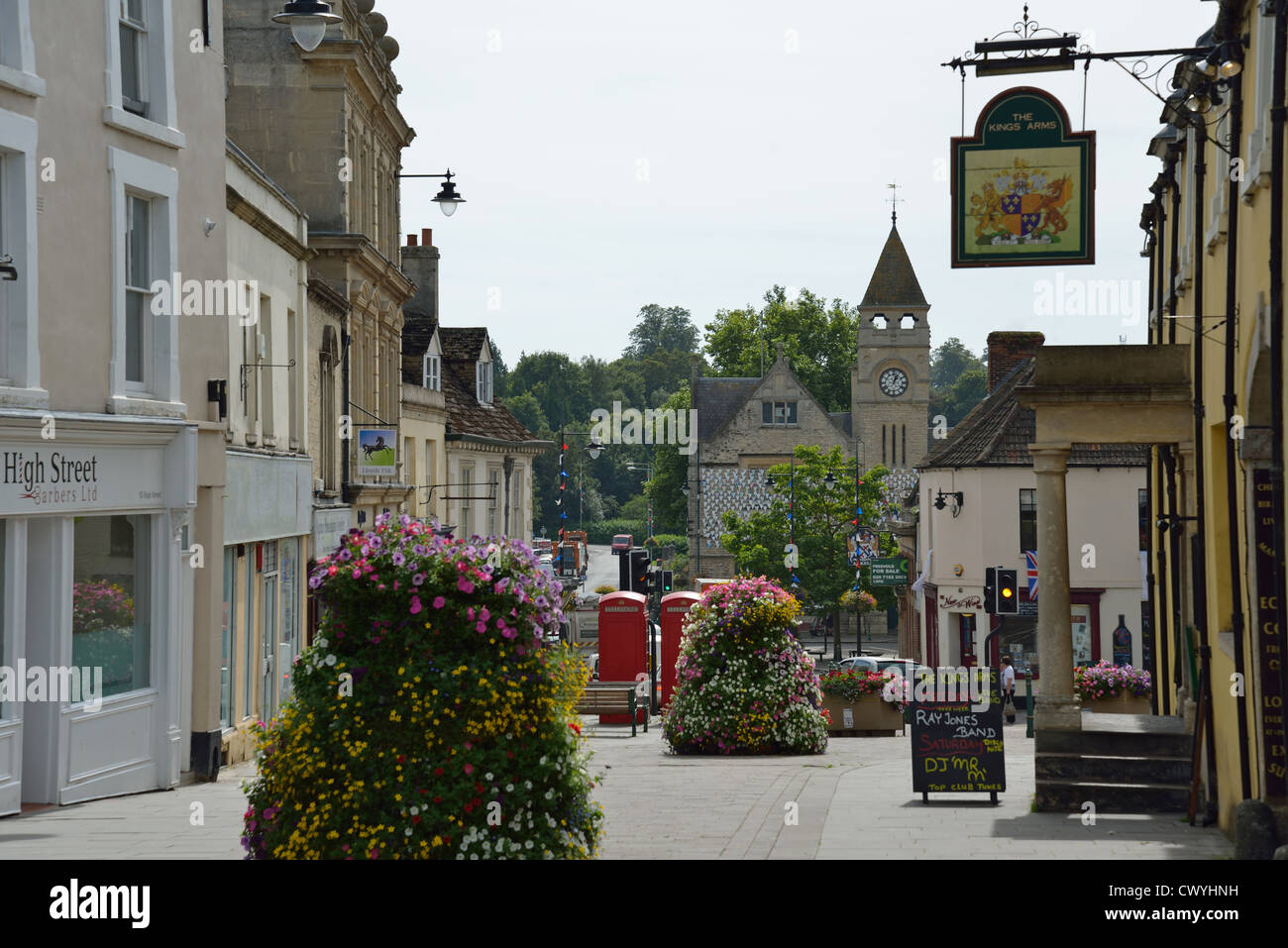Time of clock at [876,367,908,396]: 1:02
